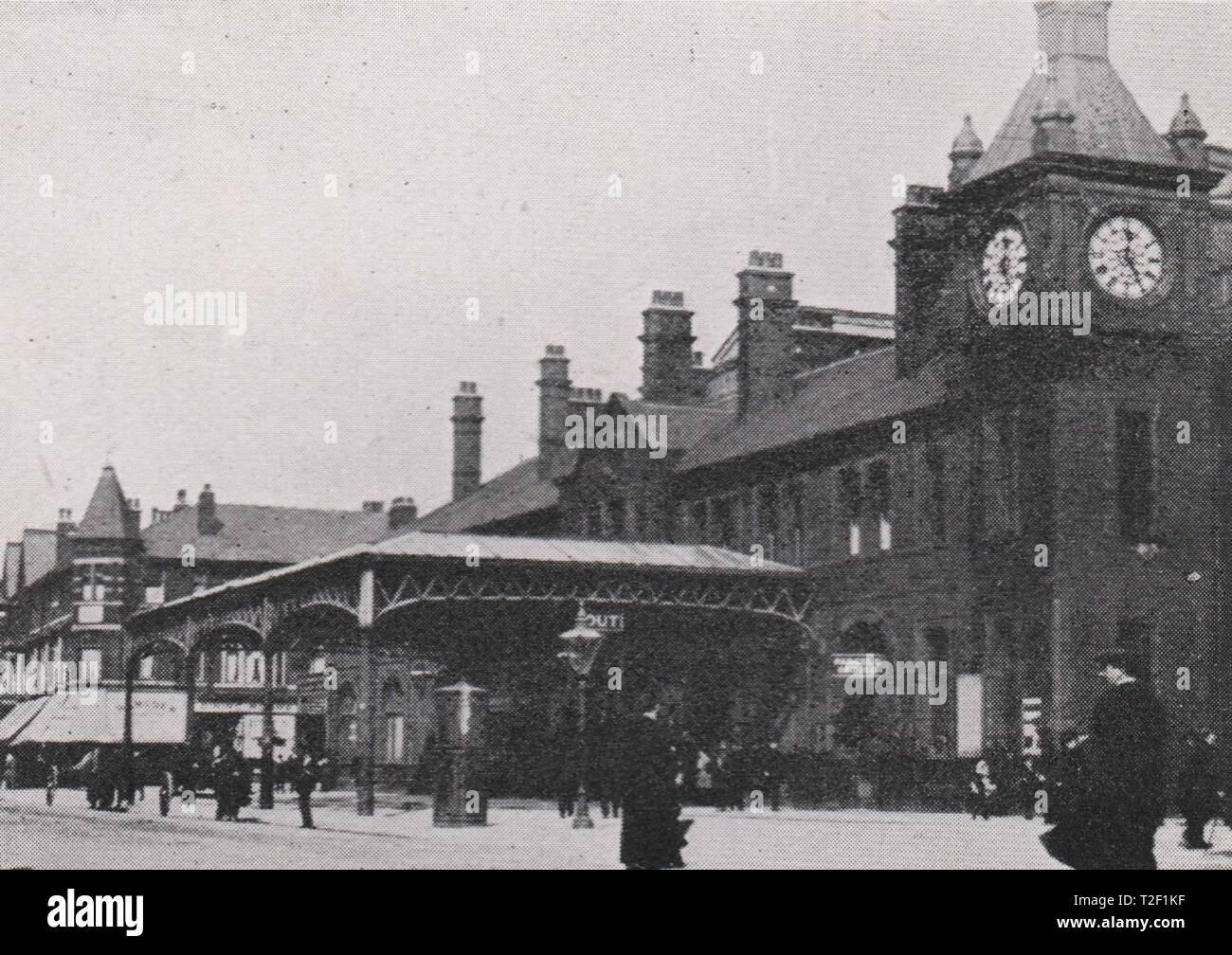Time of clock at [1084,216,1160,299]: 12:24
